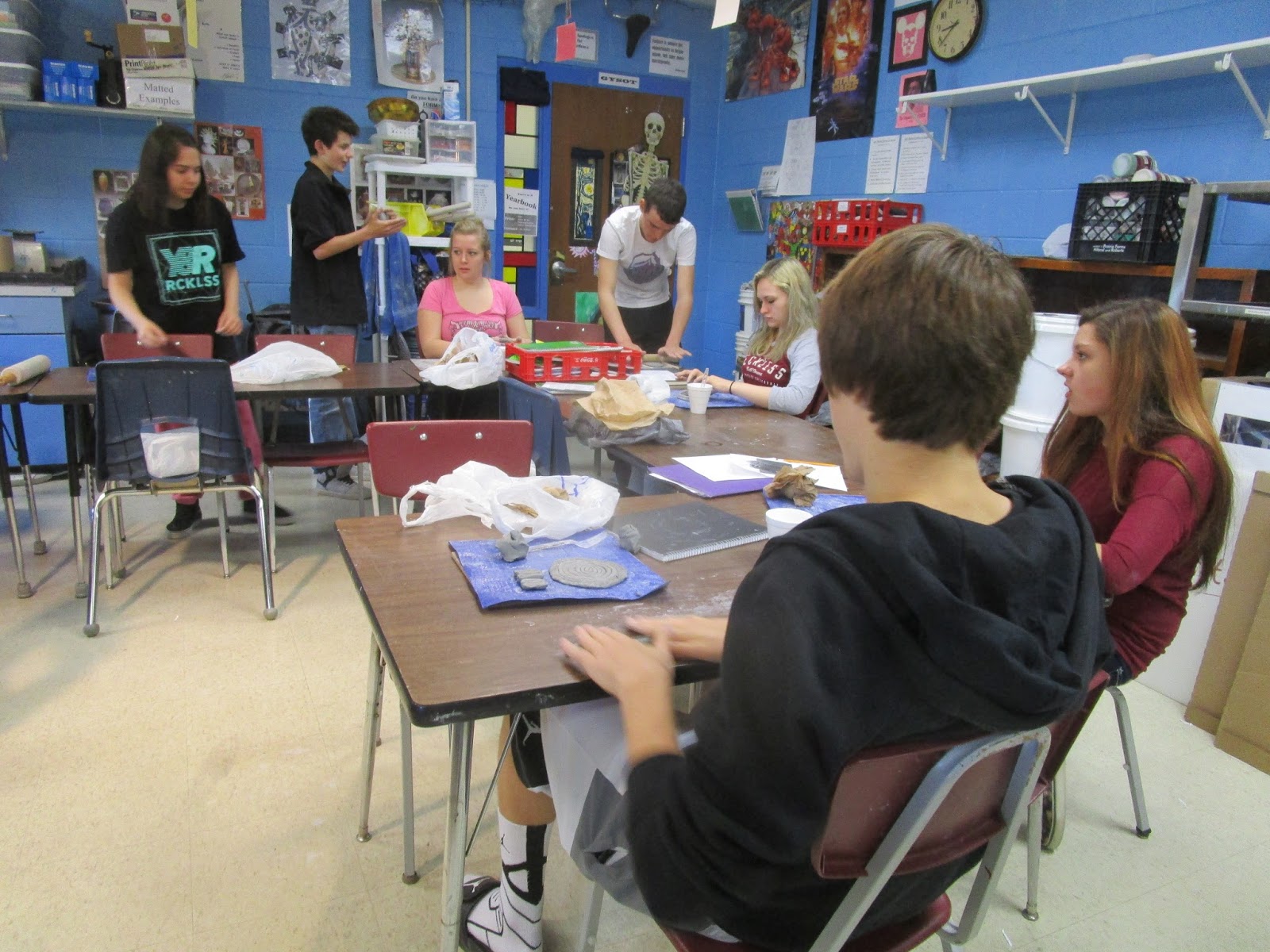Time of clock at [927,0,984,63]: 8:37
